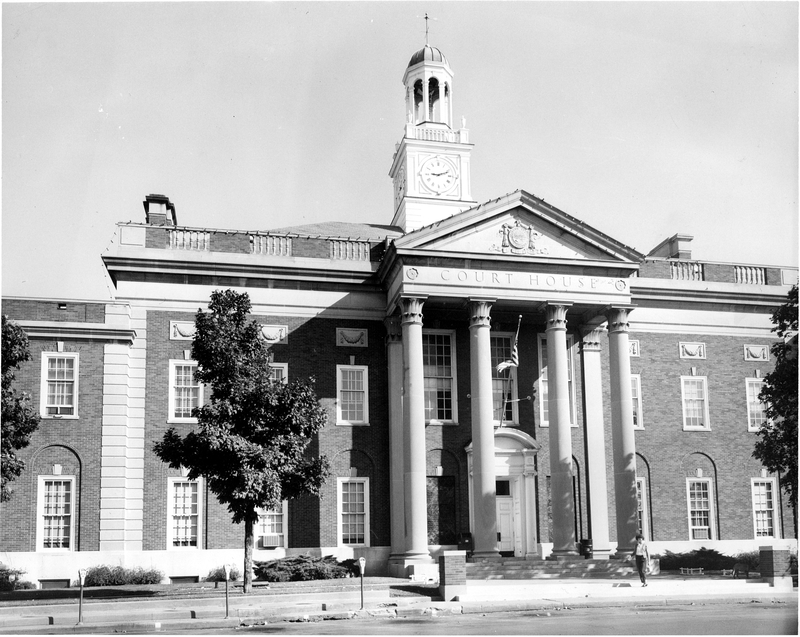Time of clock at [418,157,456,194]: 9:11
